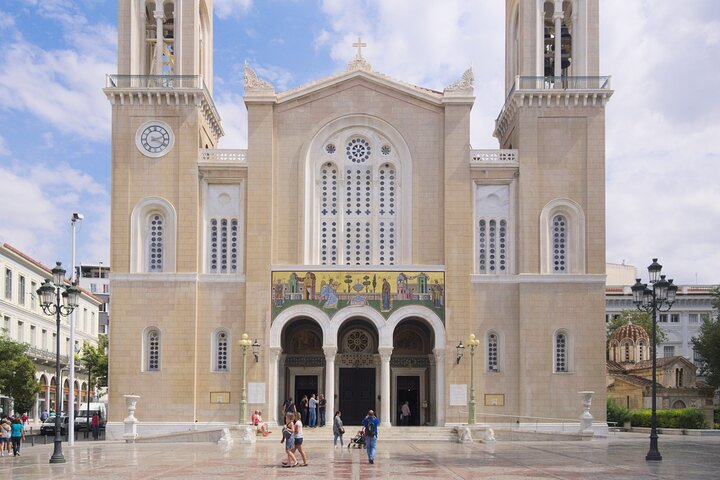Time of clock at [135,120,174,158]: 2:19
